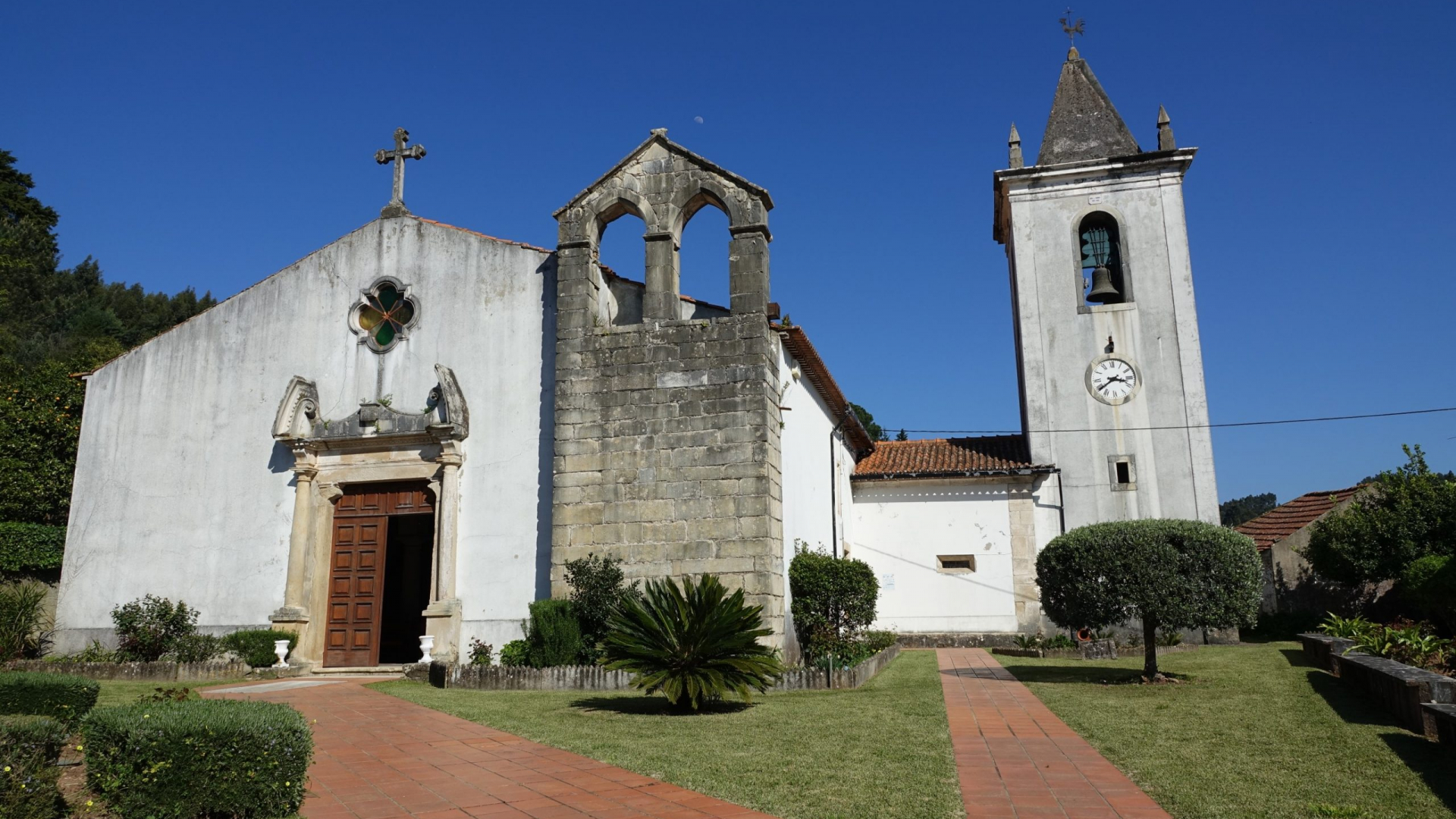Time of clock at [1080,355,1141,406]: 3:39
